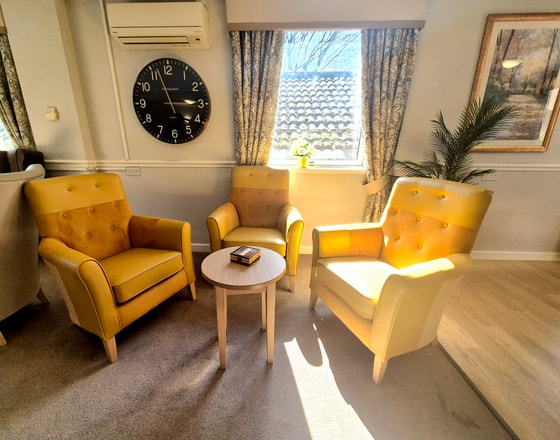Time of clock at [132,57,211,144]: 2:56
